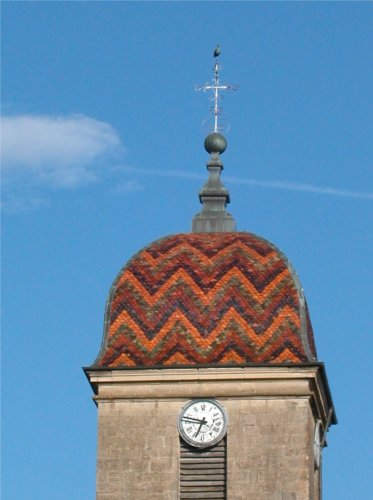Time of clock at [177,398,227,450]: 6:47
